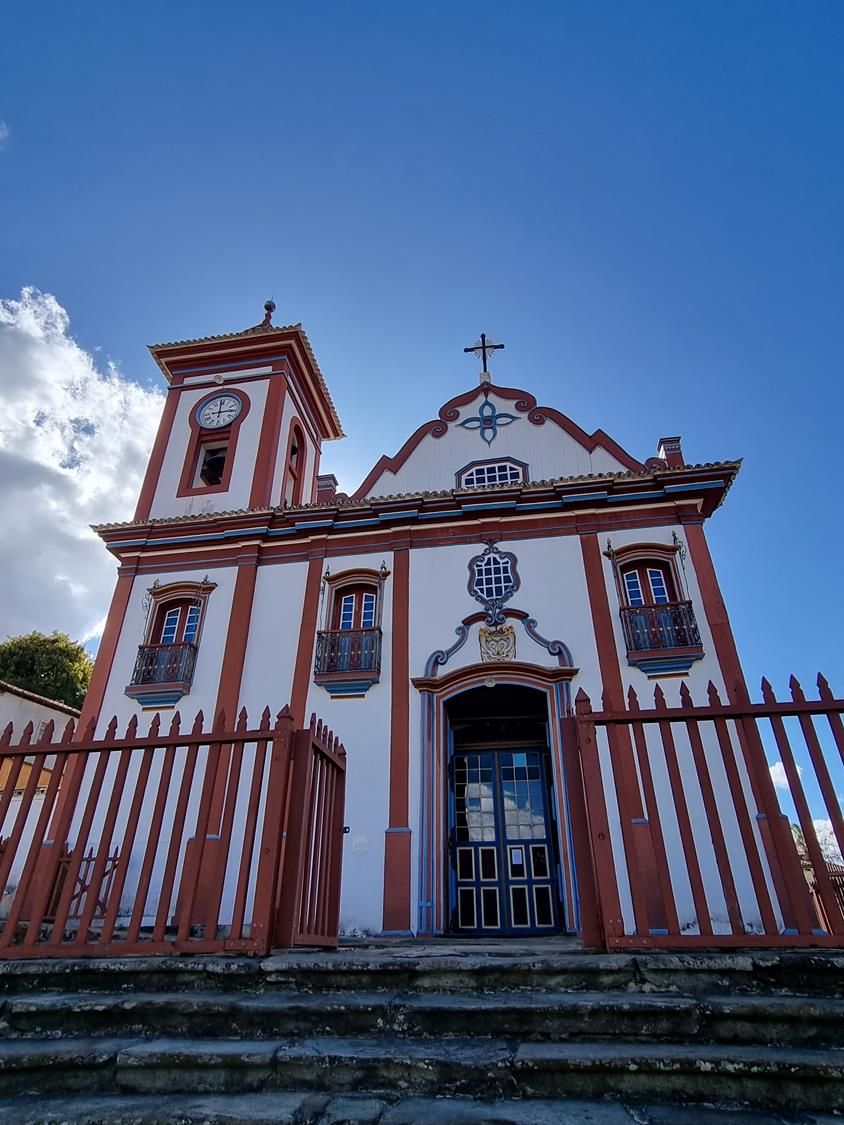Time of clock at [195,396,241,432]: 2:59
